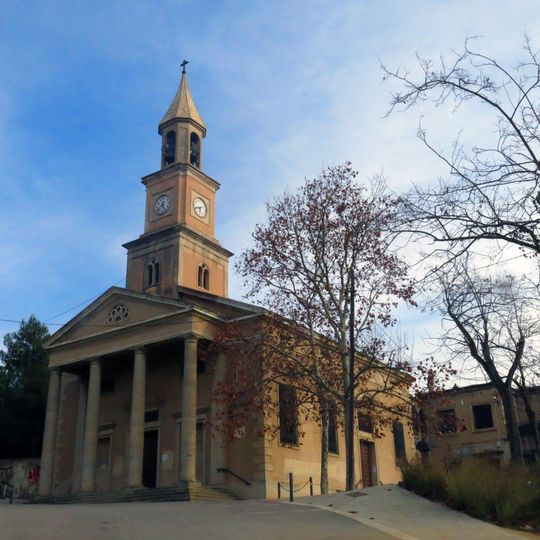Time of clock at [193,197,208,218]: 6:41
